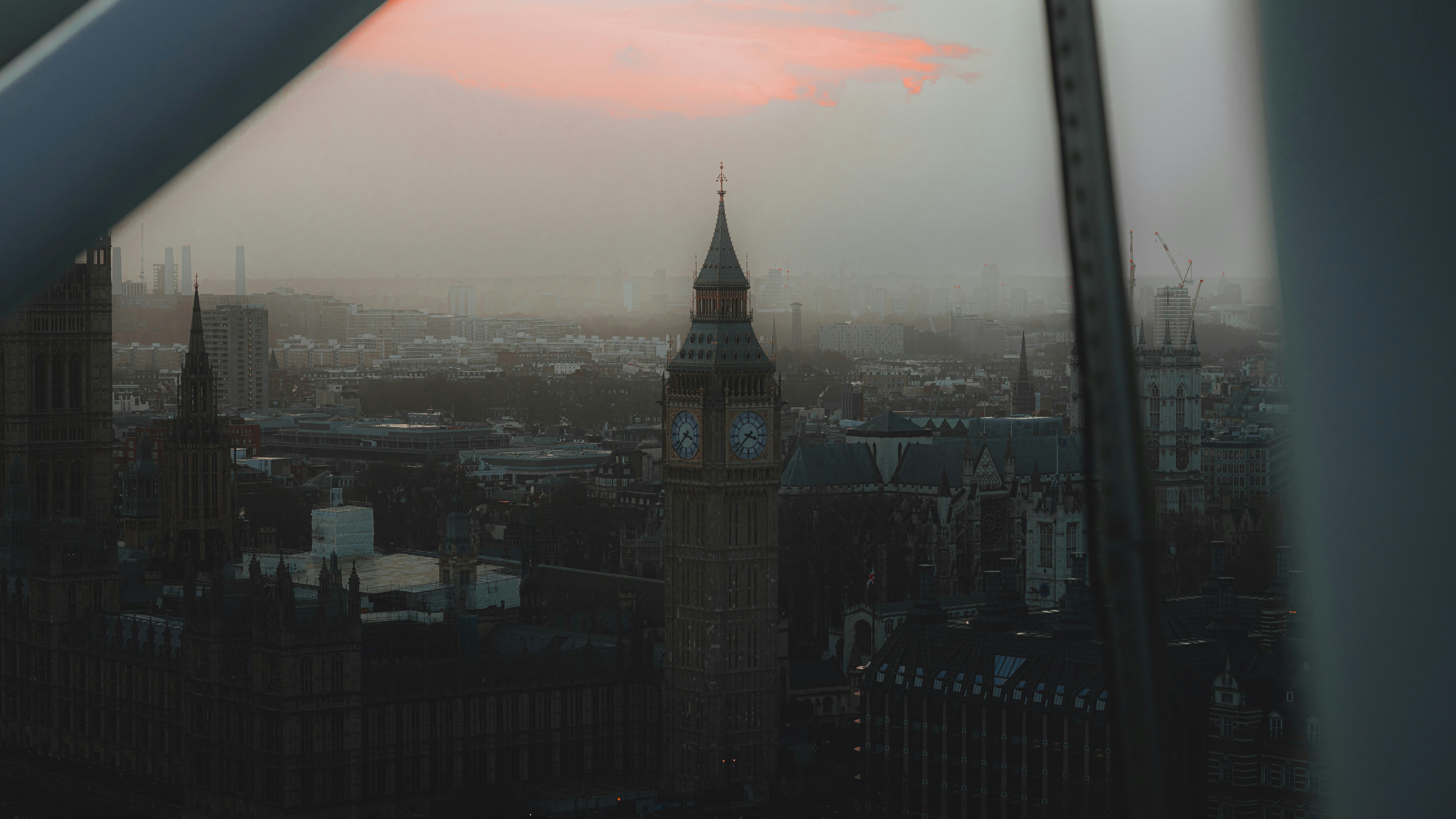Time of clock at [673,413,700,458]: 3:37
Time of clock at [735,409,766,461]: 3:37
